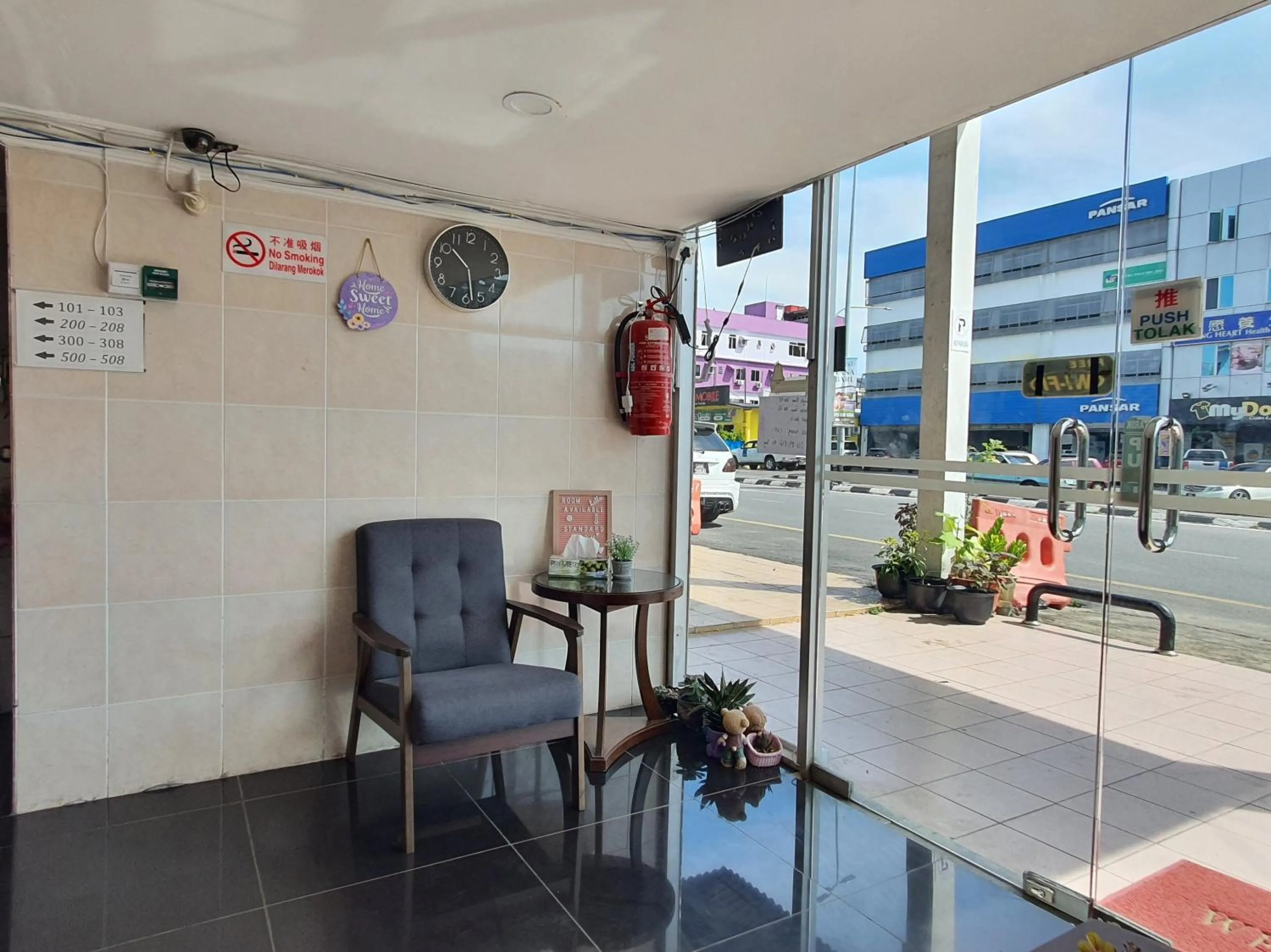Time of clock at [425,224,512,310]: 10:28
